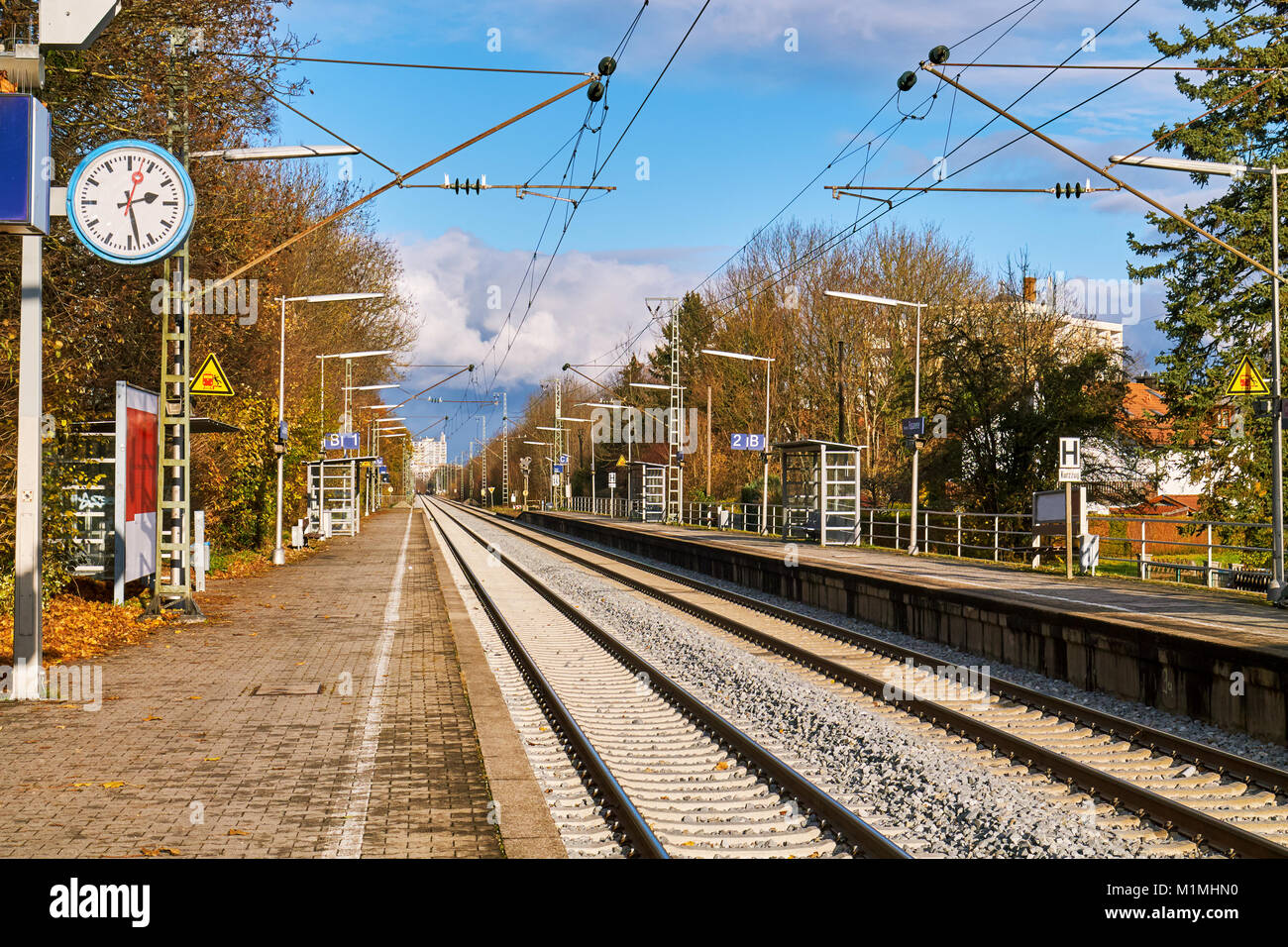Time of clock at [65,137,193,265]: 2:28
